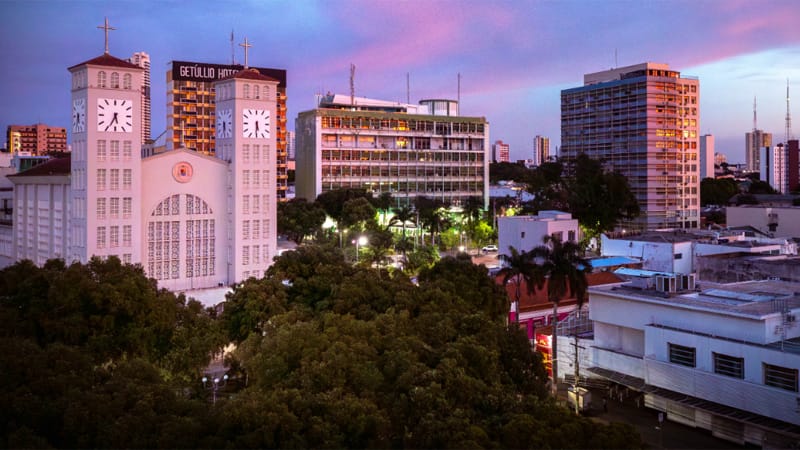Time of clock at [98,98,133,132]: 5:34
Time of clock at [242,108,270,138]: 5:30
